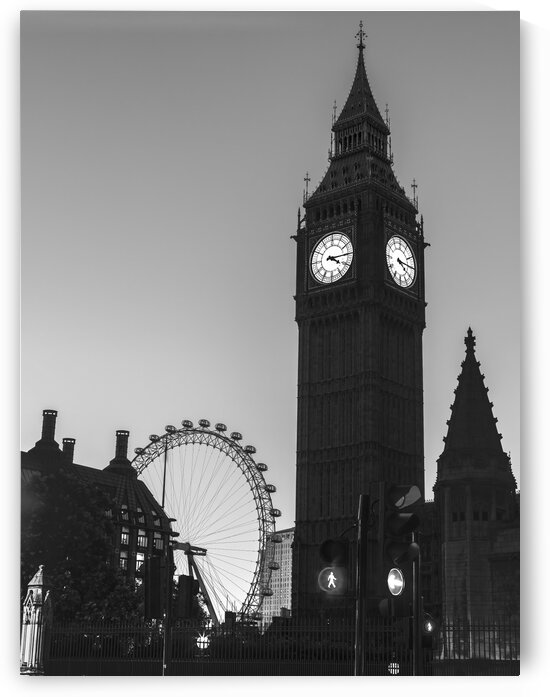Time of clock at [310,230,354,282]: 4:14
